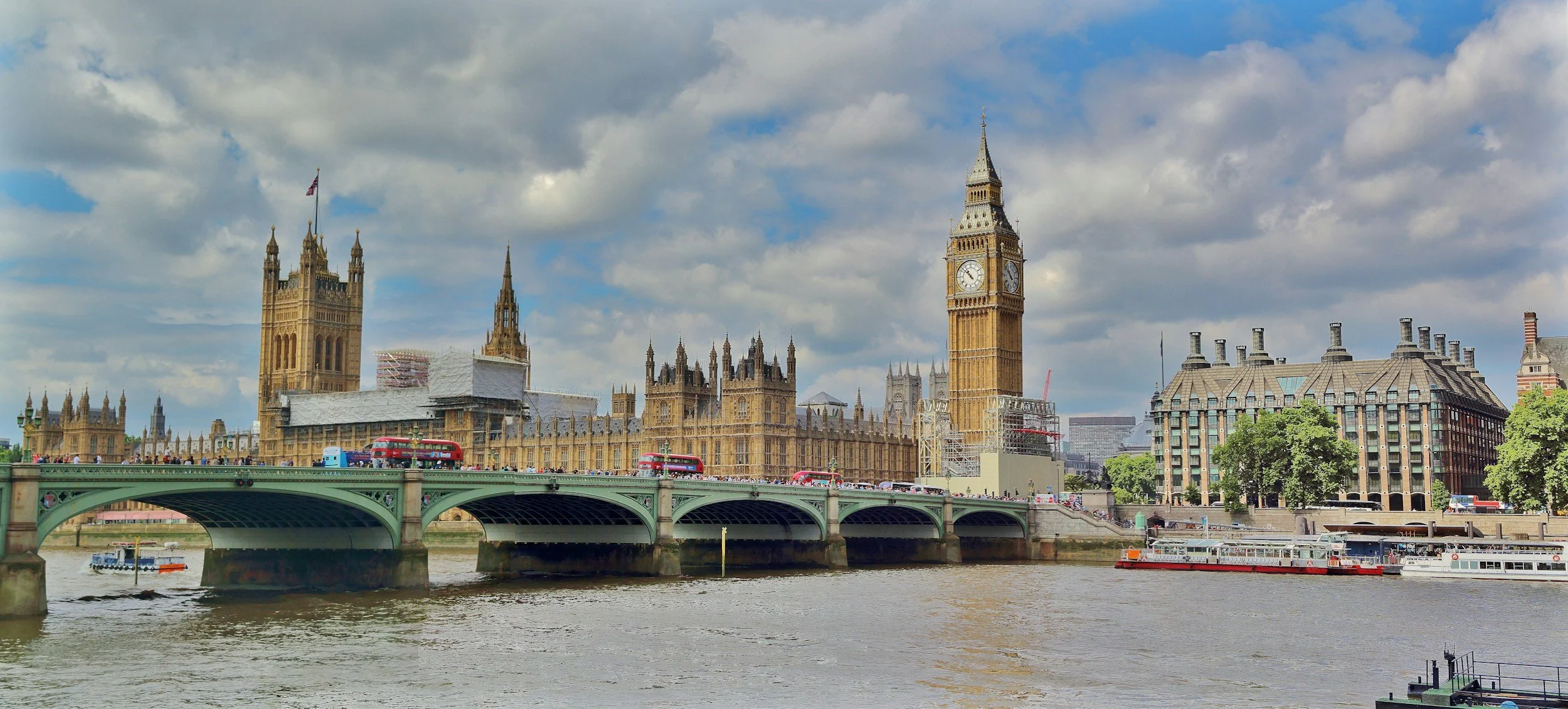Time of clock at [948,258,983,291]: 10:52
